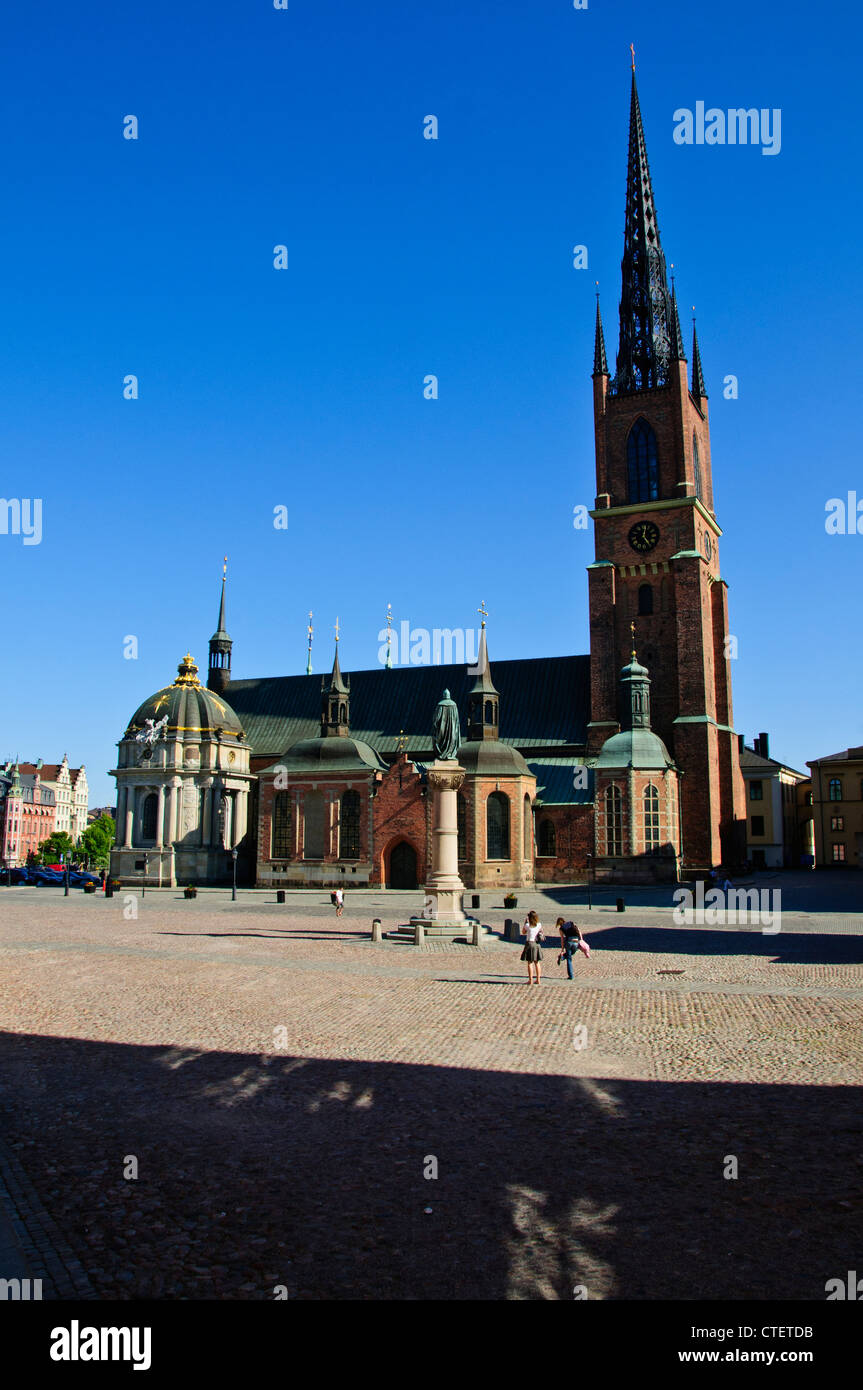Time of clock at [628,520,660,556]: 12:24
